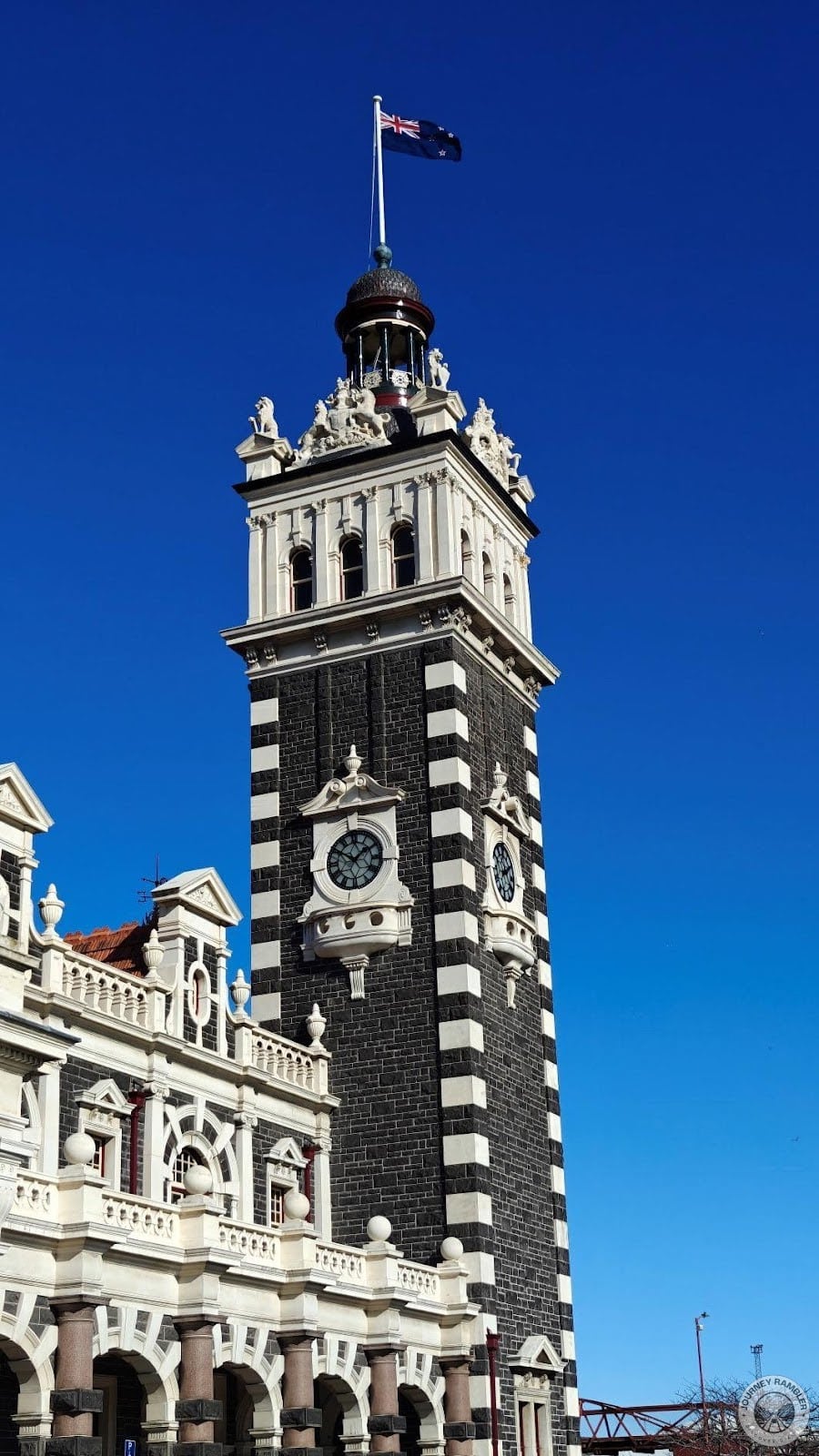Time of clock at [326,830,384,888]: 1:50
